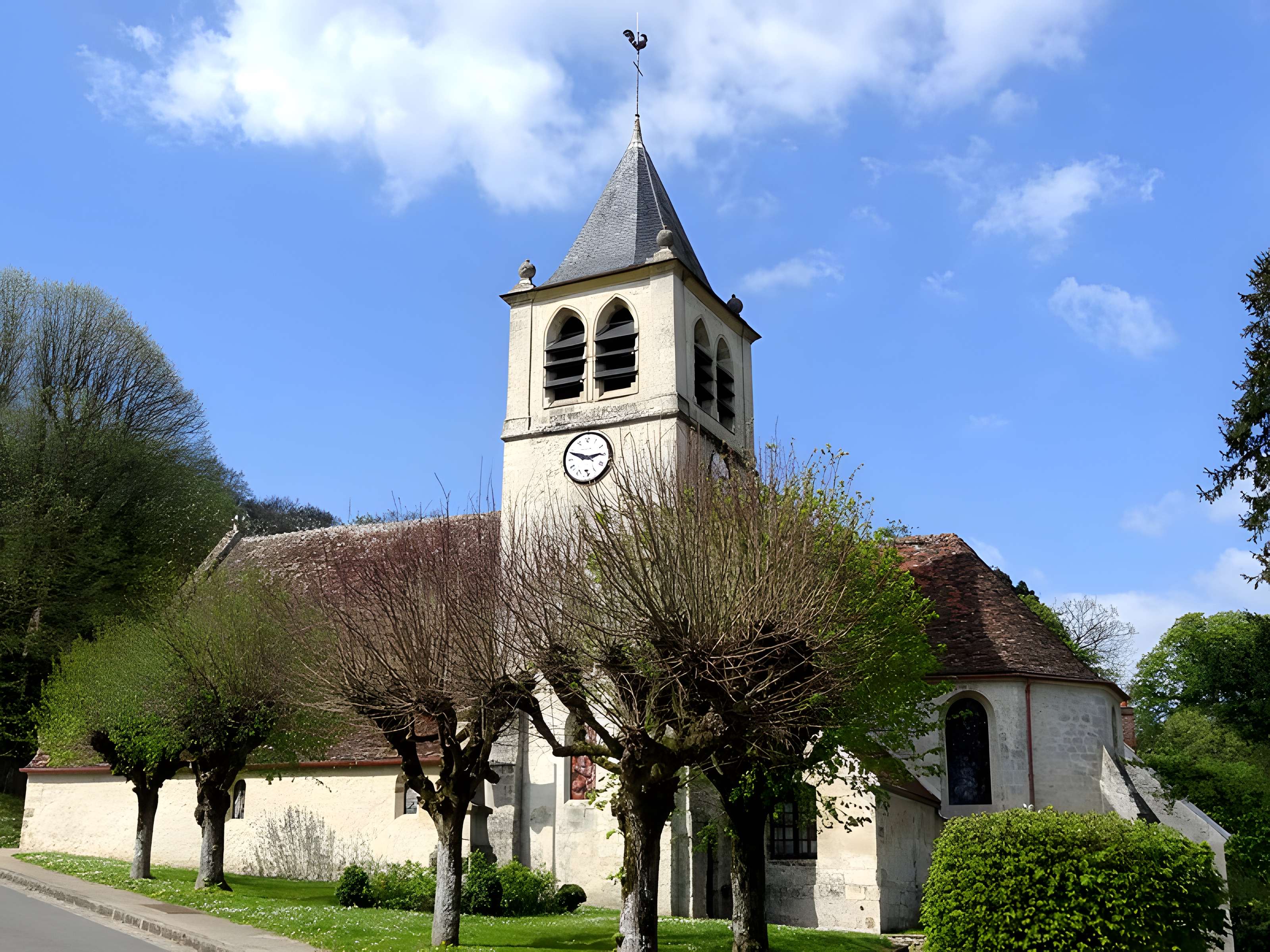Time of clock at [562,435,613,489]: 2:48
